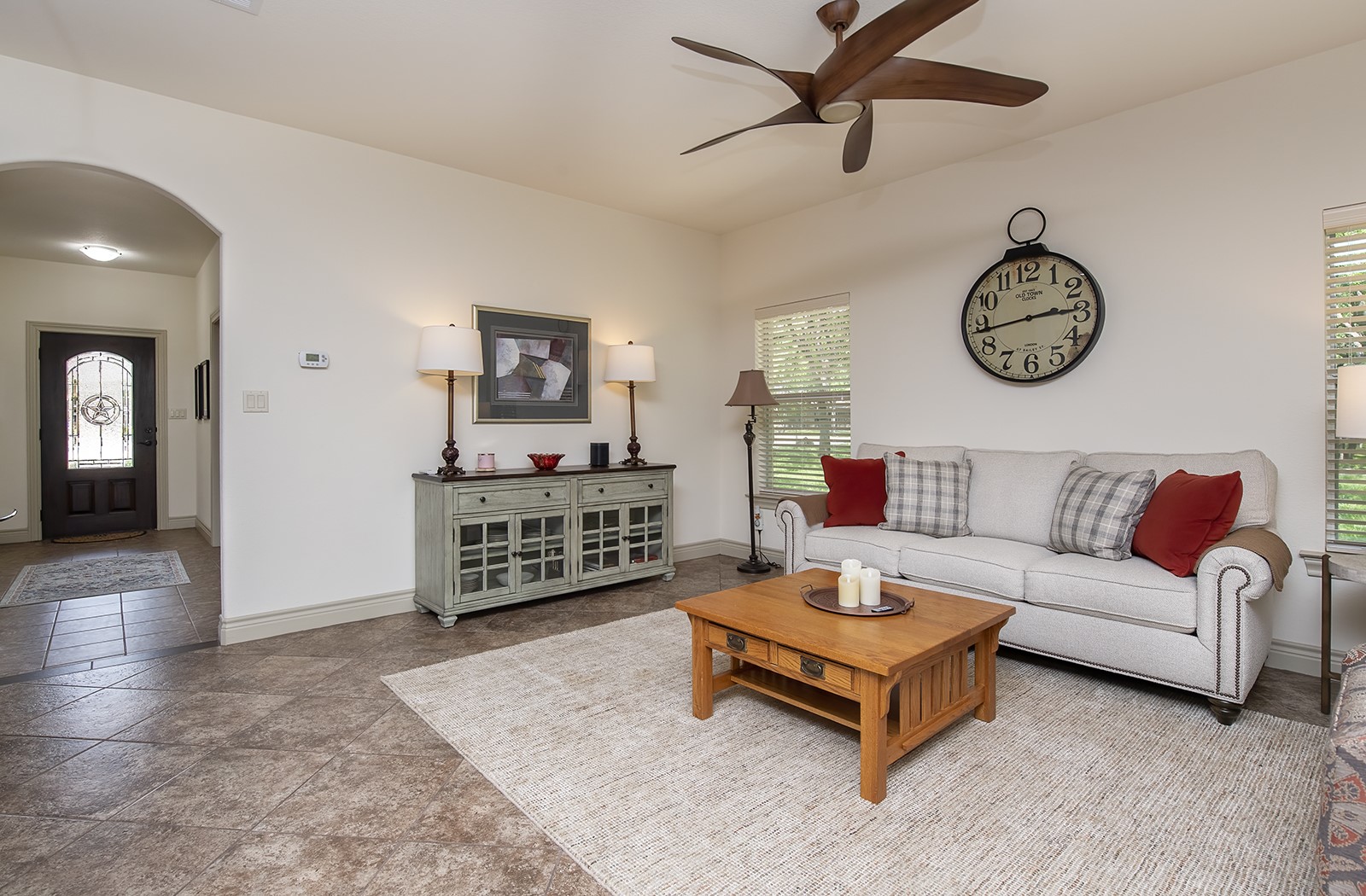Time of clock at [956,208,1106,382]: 2:43
